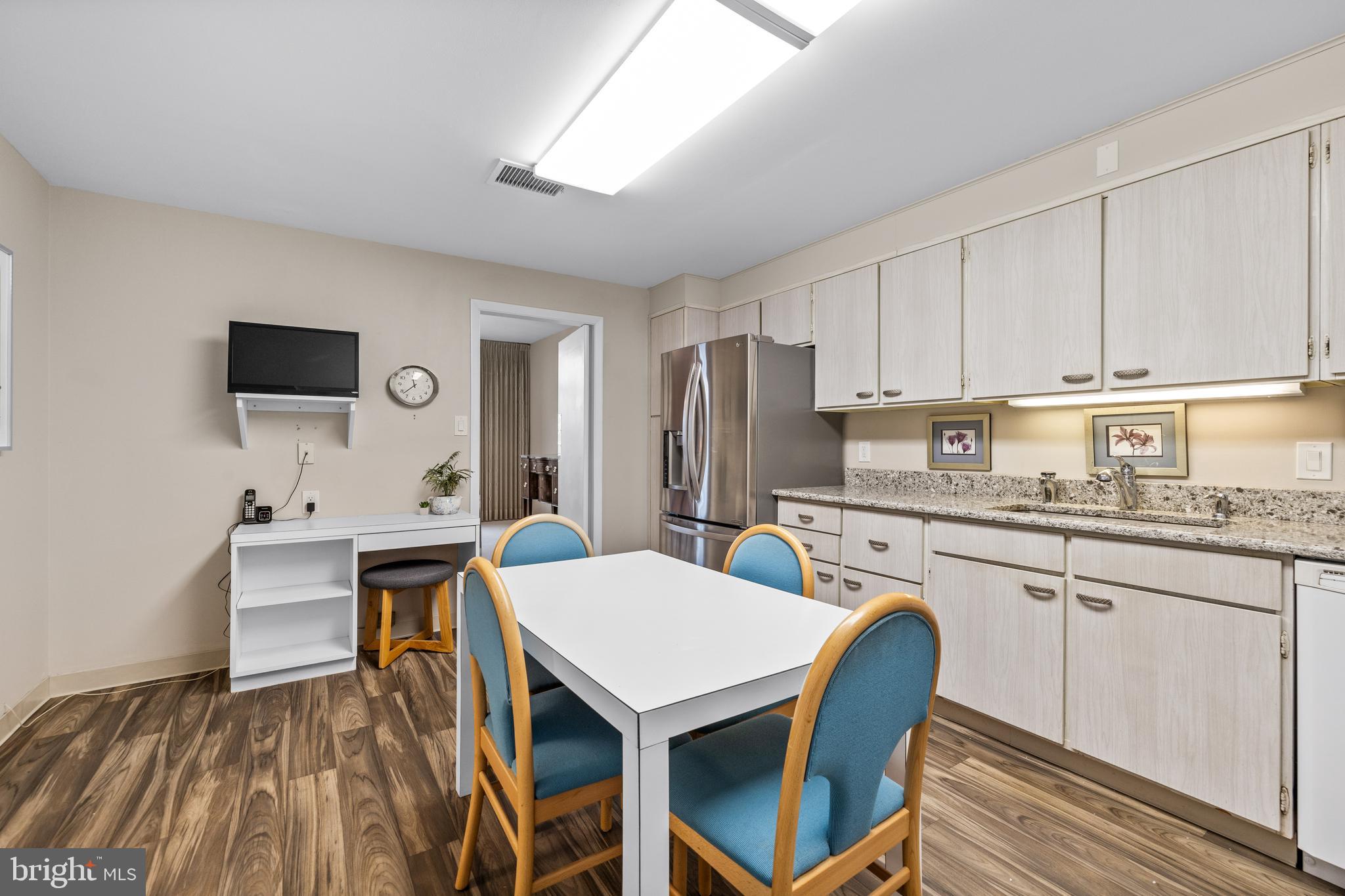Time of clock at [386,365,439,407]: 11:37
